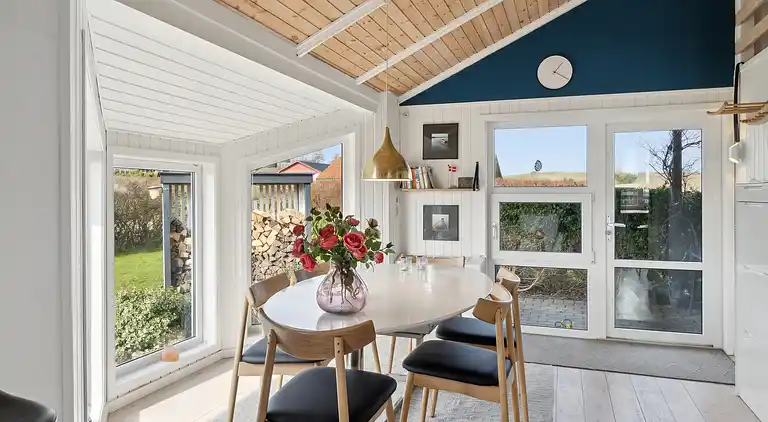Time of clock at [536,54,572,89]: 1:19
